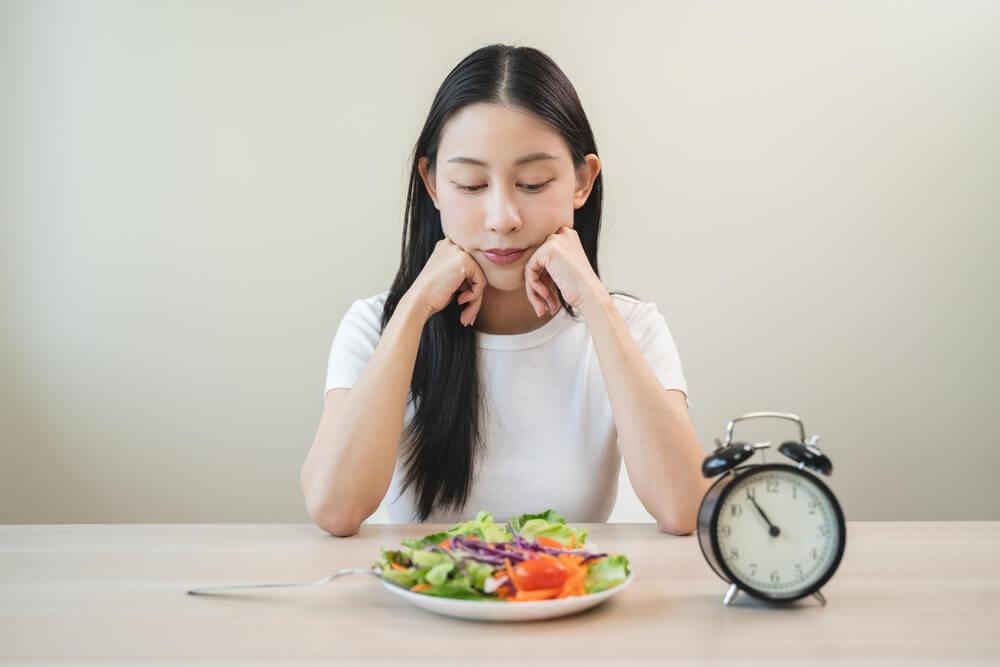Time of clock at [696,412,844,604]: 10:54
